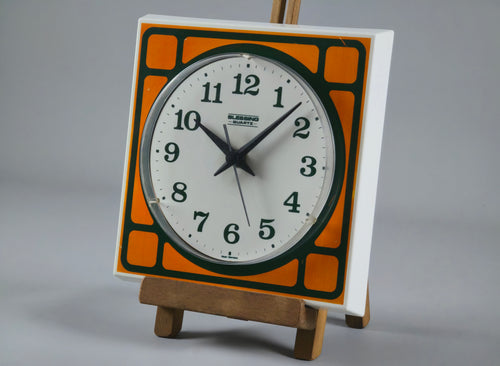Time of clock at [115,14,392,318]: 10:07
